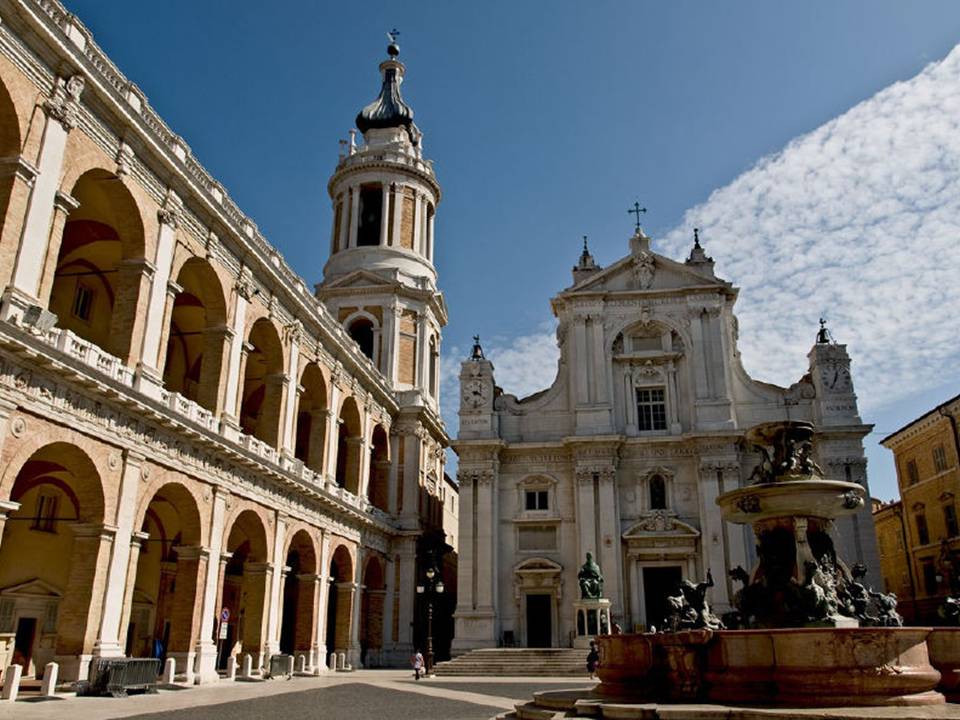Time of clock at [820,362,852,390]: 12:34
